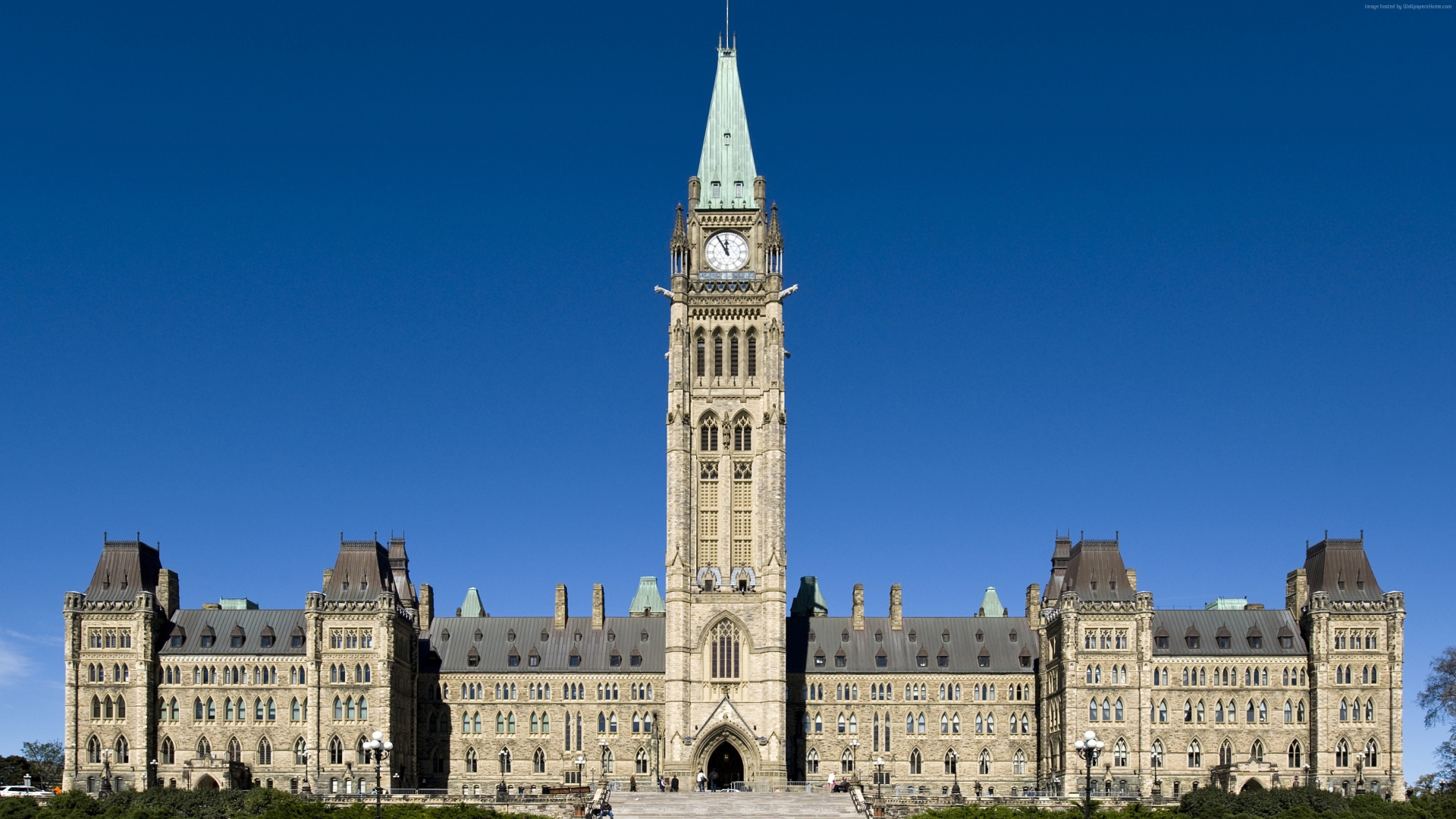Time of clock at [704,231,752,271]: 11:54
